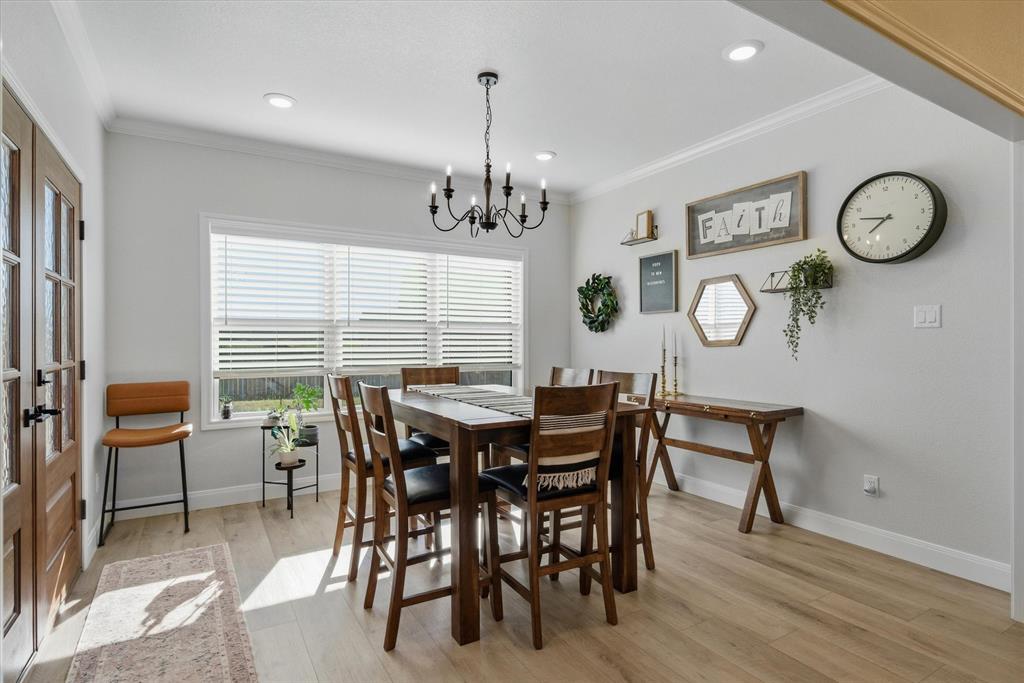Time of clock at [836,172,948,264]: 7:46
